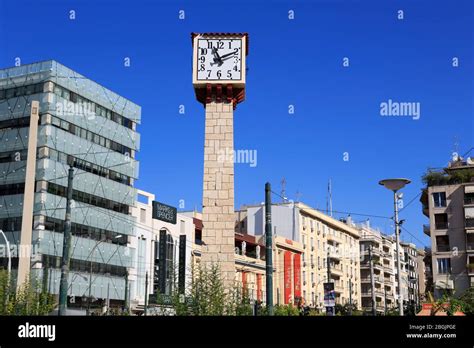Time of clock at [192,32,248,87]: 11:10
